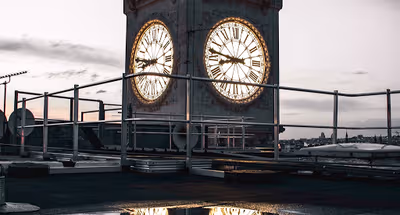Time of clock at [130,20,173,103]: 8:46
